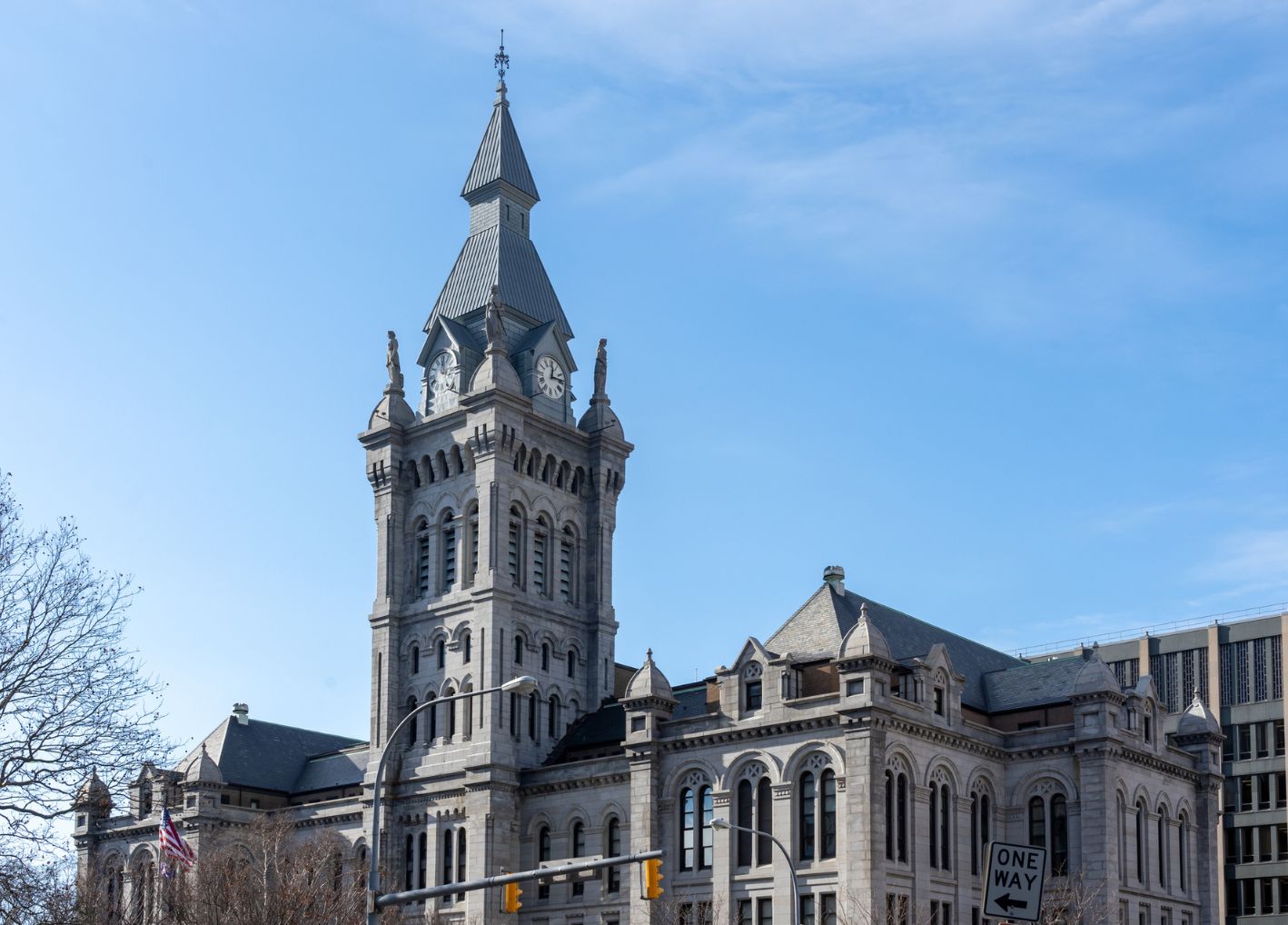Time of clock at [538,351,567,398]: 12:13
